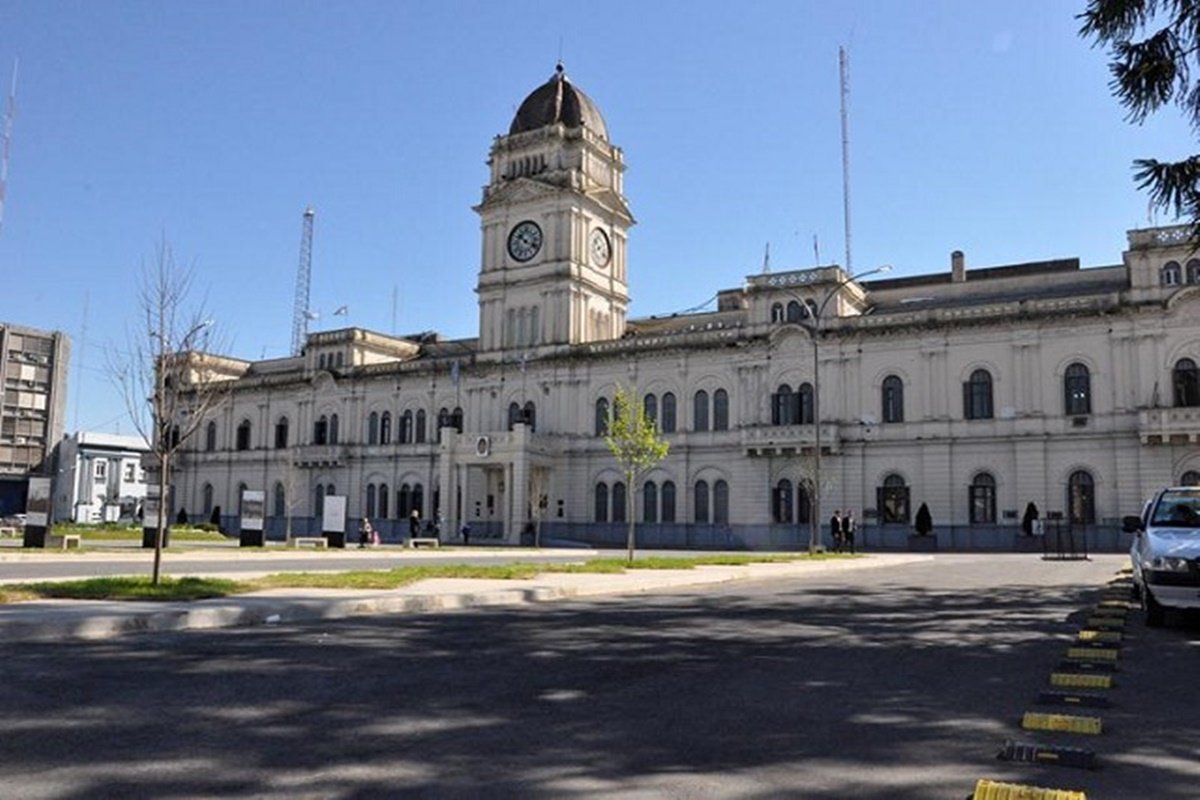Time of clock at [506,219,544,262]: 10:19
